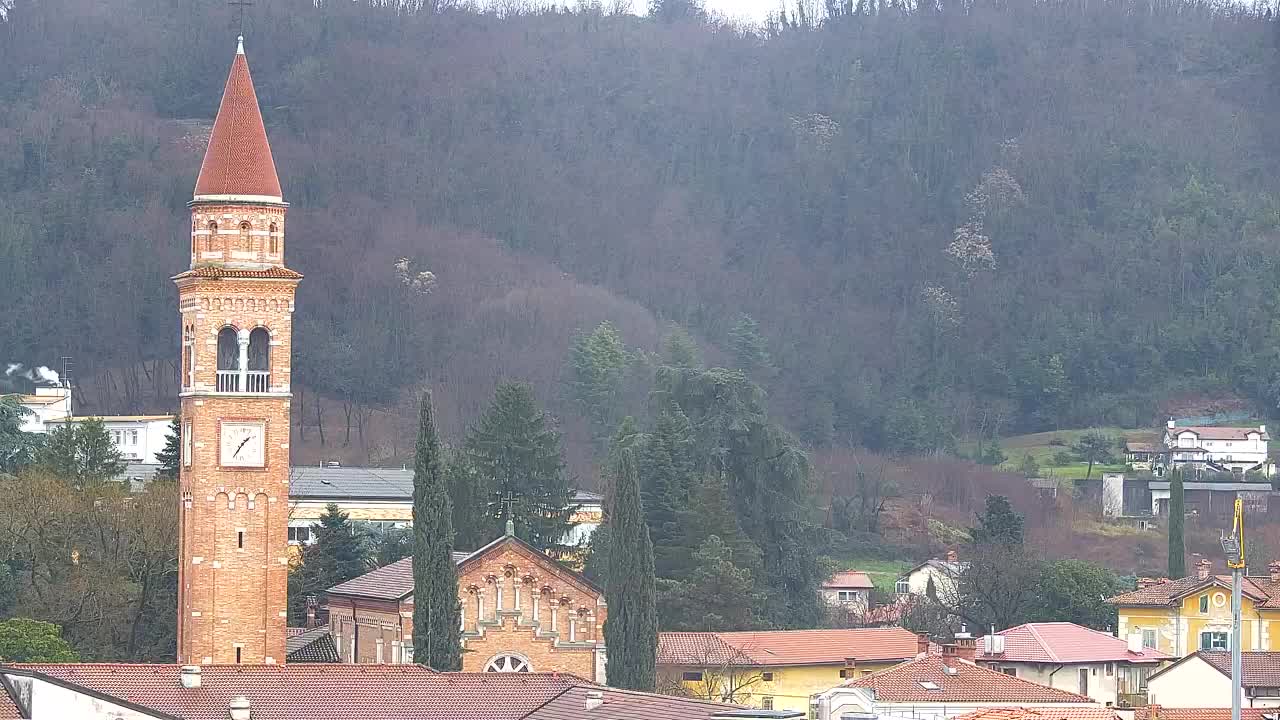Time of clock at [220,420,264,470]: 1:36
